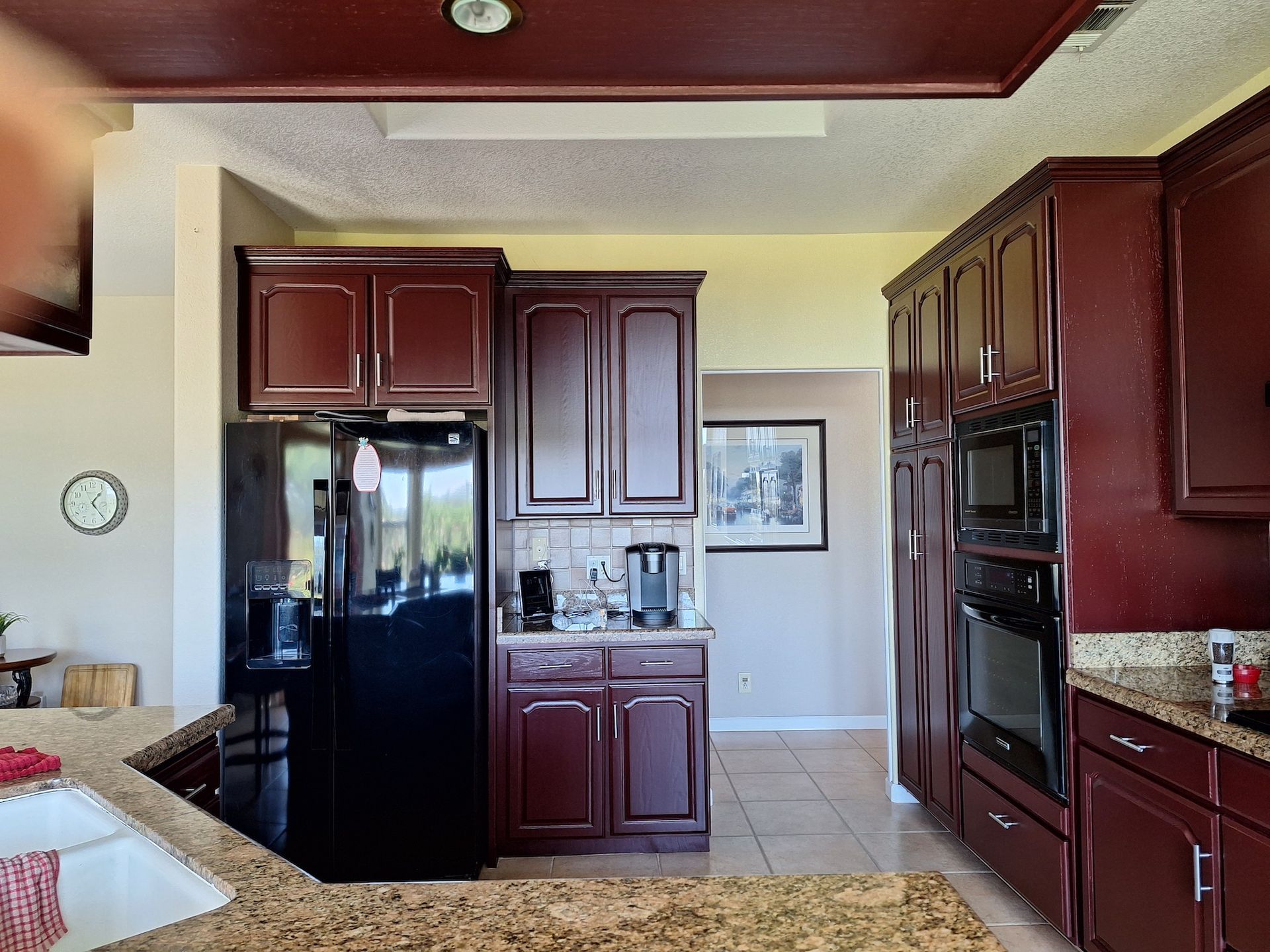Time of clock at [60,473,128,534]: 1:24
